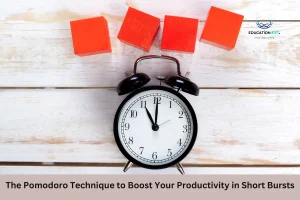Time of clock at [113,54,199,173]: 11:00
